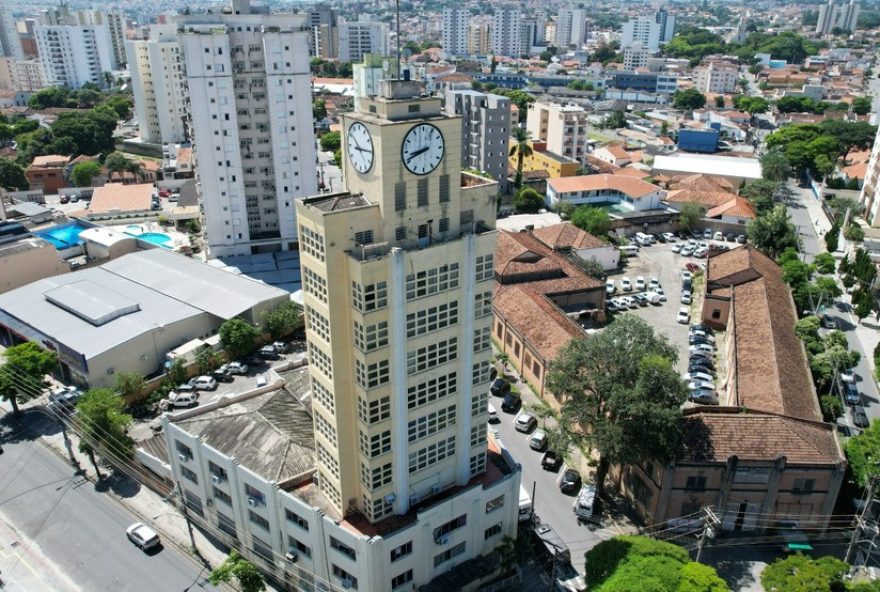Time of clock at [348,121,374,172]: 10:14
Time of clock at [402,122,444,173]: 8:41
